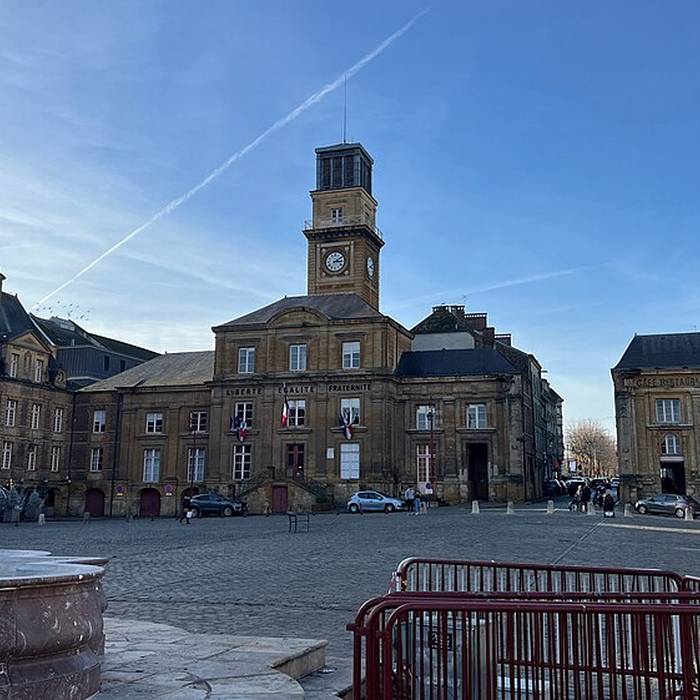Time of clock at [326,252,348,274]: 3:09
